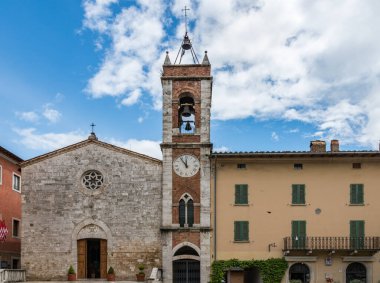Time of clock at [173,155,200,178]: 11:53
